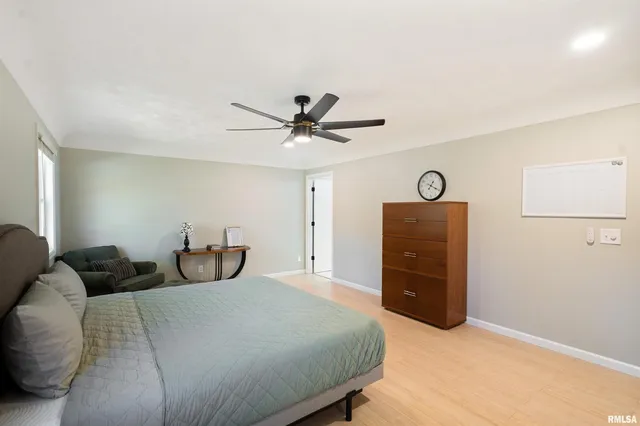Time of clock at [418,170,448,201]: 1:19
